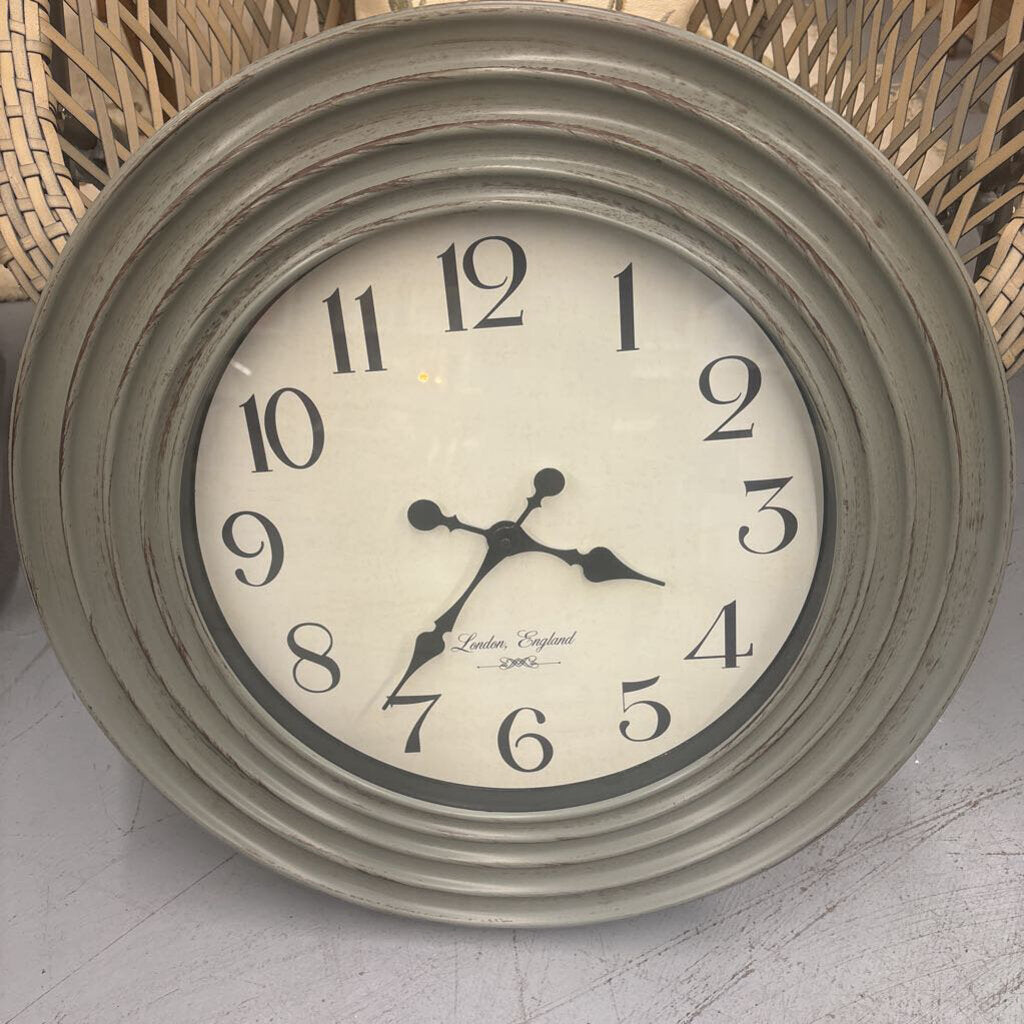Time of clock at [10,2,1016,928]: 3:36
